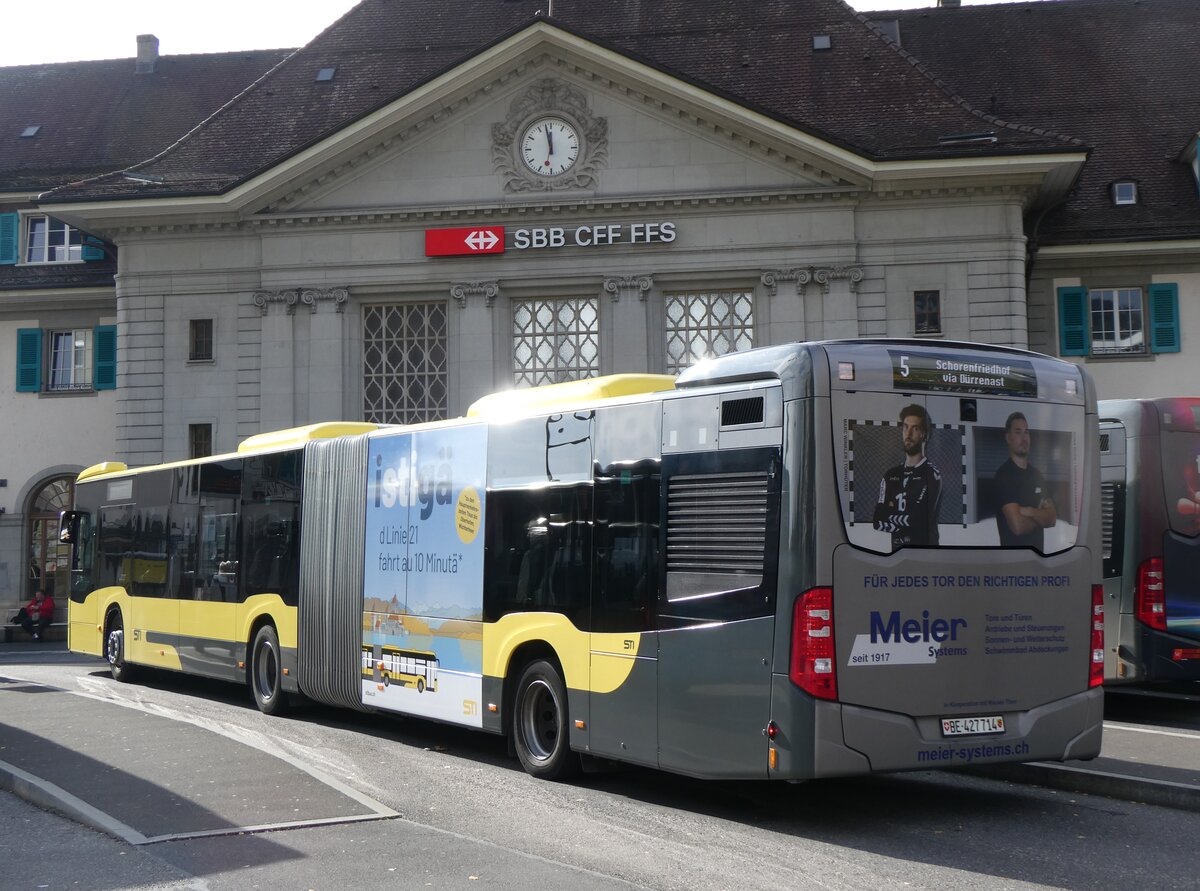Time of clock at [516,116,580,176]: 11:57
